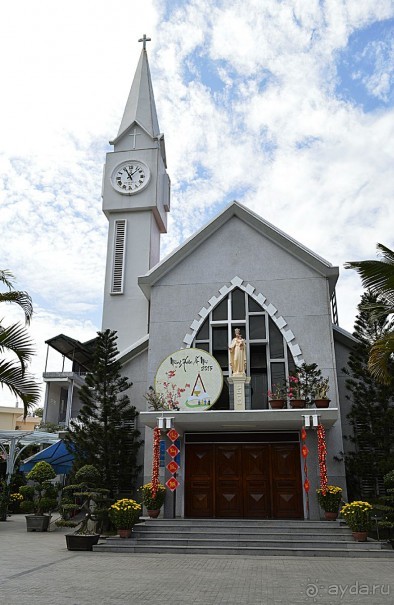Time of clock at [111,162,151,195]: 11:07
